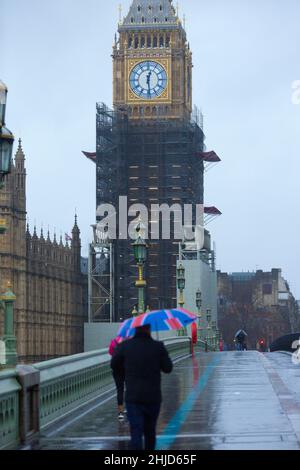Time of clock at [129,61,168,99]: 12:28
